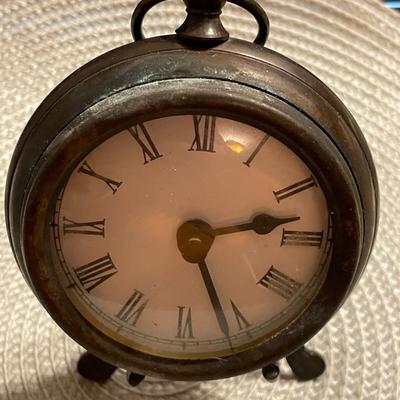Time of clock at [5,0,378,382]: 2:26
